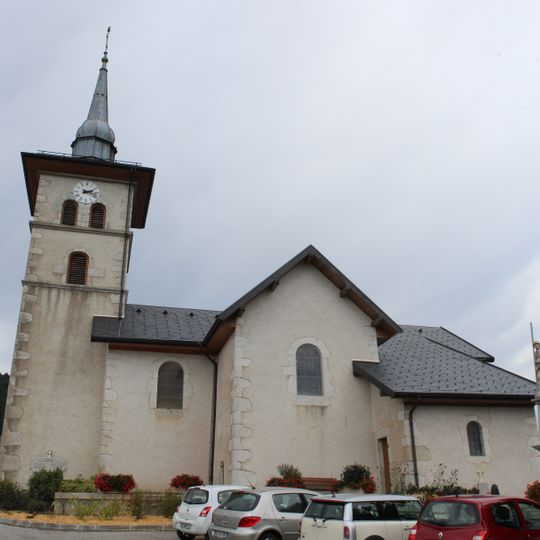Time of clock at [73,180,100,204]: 2:18
